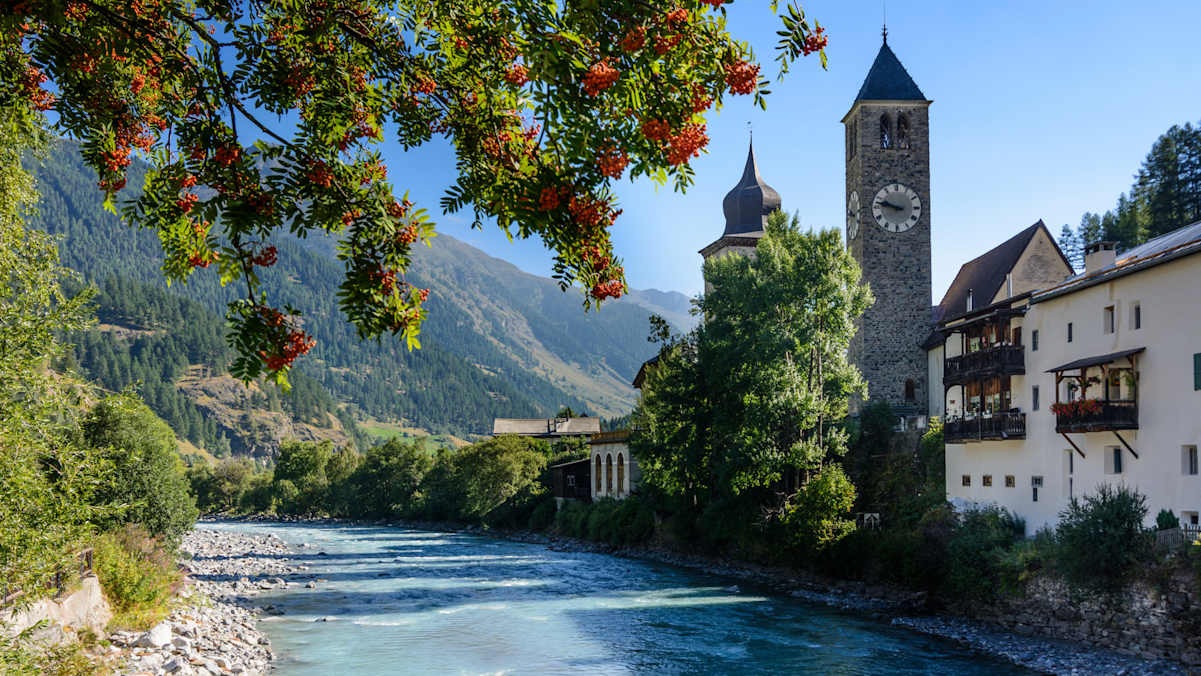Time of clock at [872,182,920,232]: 9:47
